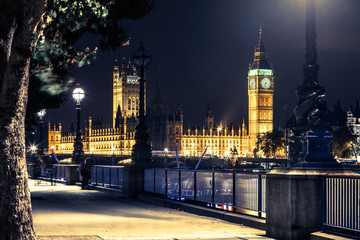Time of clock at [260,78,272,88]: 7:32
